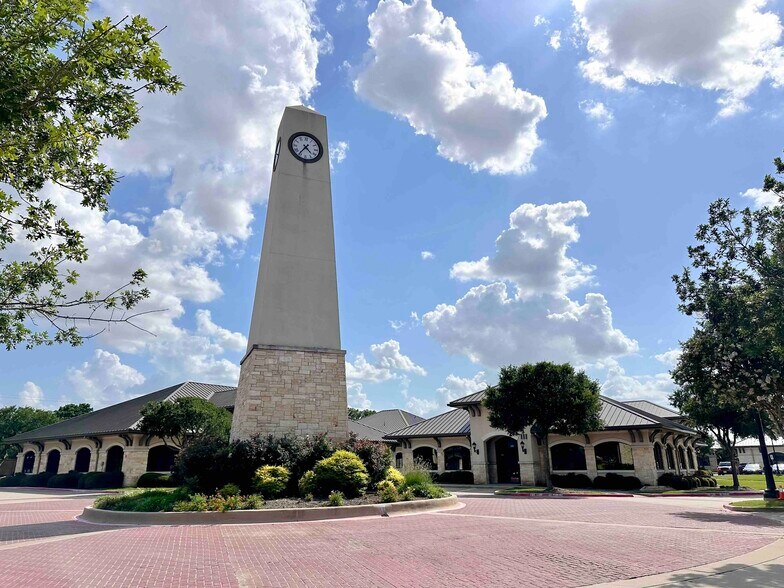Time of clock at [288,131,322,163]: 4:35
